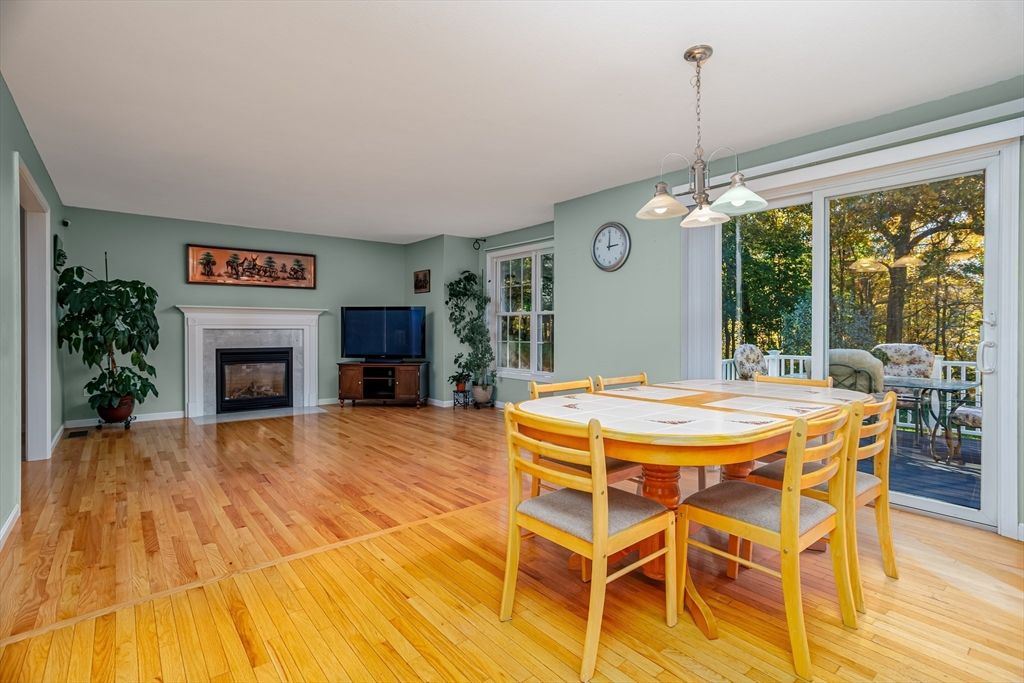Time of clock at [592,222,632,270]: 3:00
